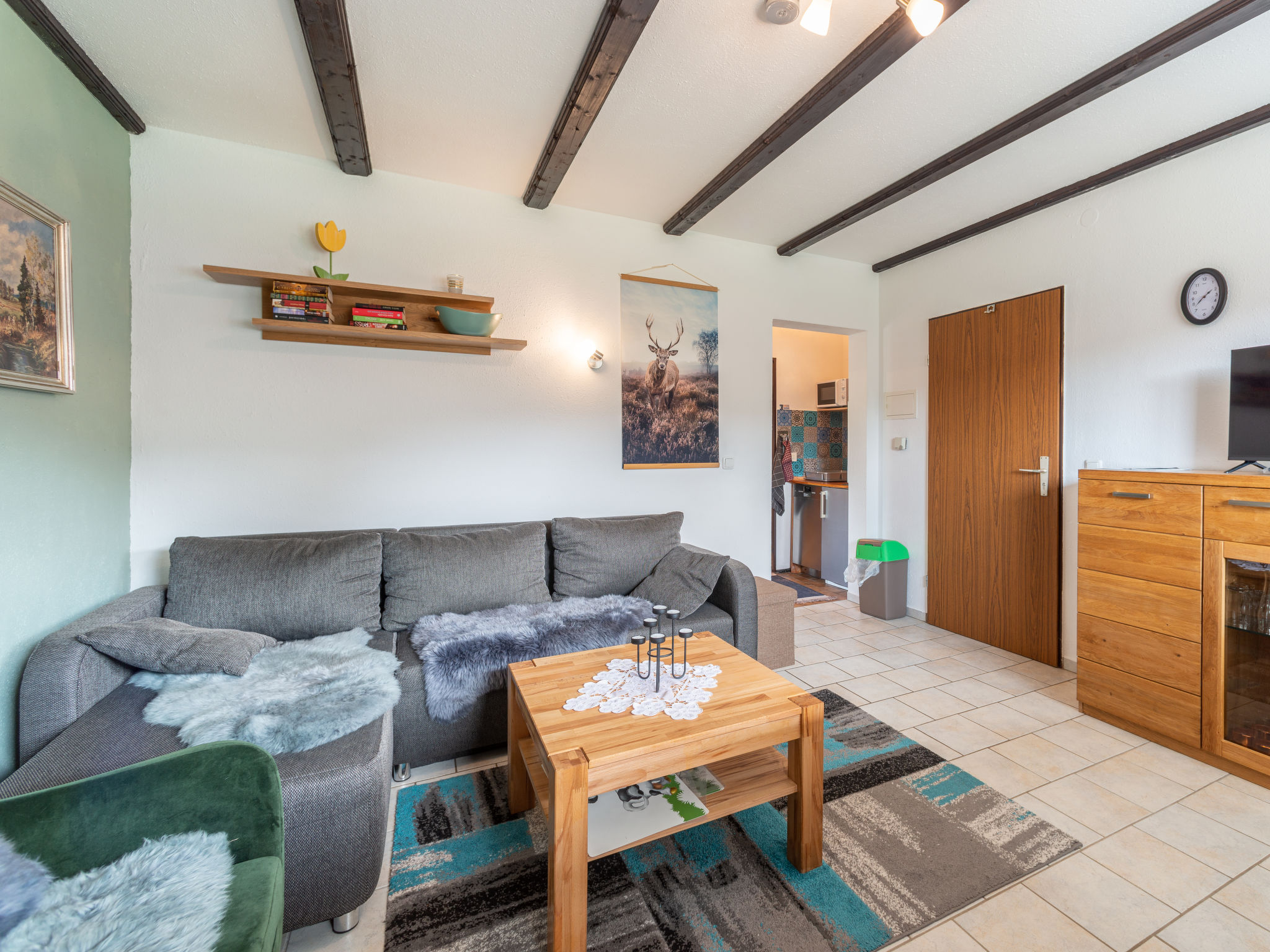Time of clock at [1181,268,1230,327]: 1:37
